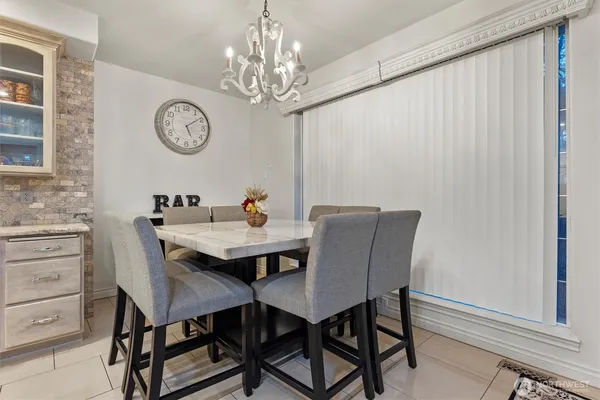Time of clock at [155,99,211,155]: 5:09
